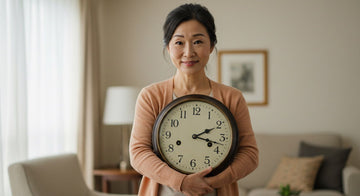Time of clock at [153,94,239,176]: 2:17
